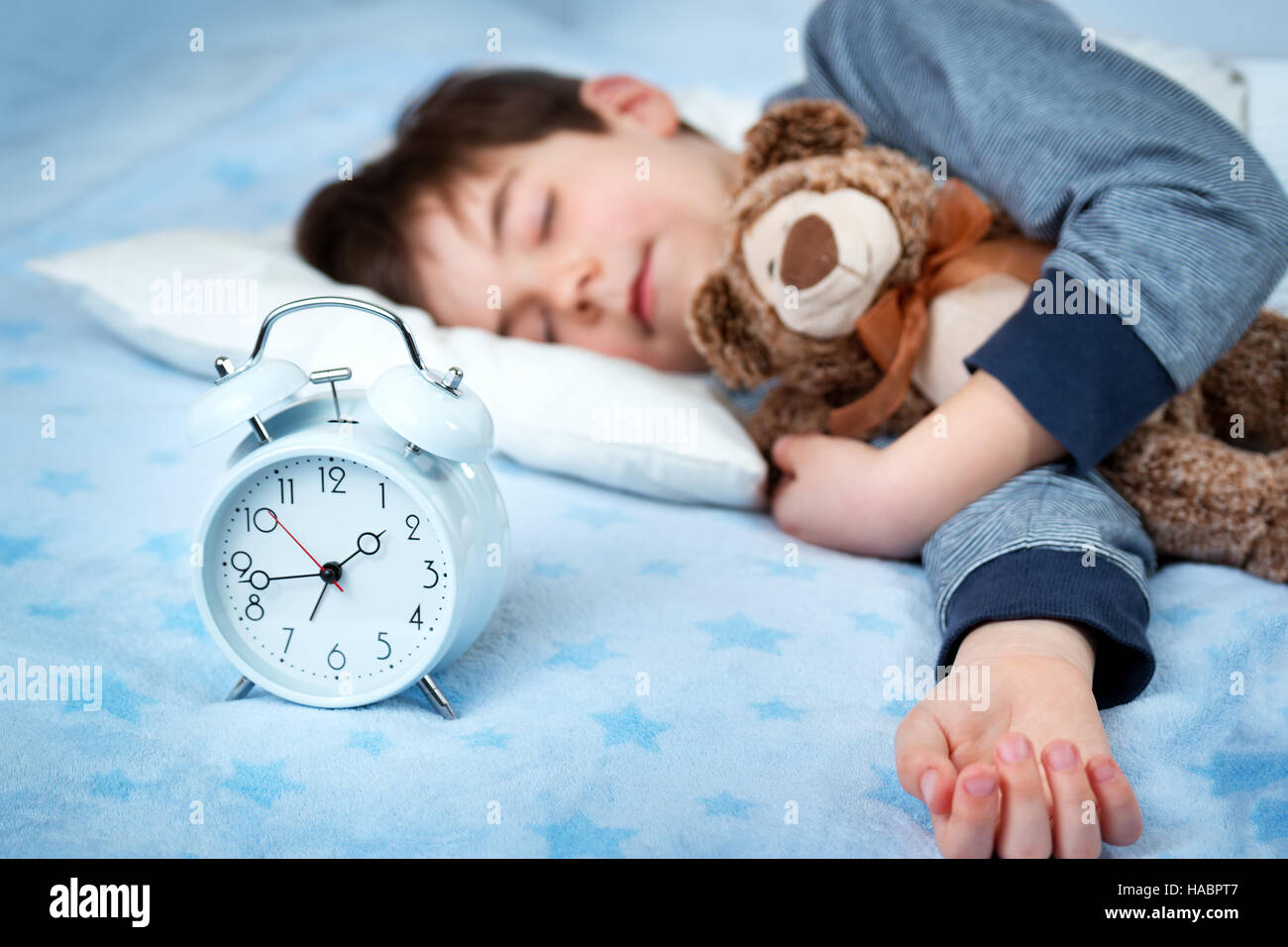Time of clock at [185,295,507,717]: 1:43
